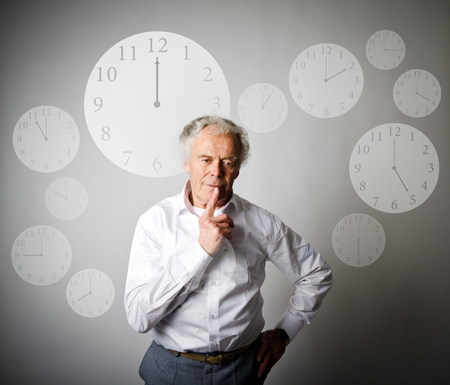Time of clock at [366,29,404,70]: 3:00
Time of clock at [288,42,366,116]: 2:00
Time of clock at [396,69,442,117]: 4:00
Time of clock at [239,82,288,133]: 1:00
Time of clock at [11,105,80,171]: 11:00
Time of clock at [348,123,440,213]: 5:00
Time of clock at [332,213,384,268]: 6:00
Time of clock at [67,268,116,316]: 8:00
